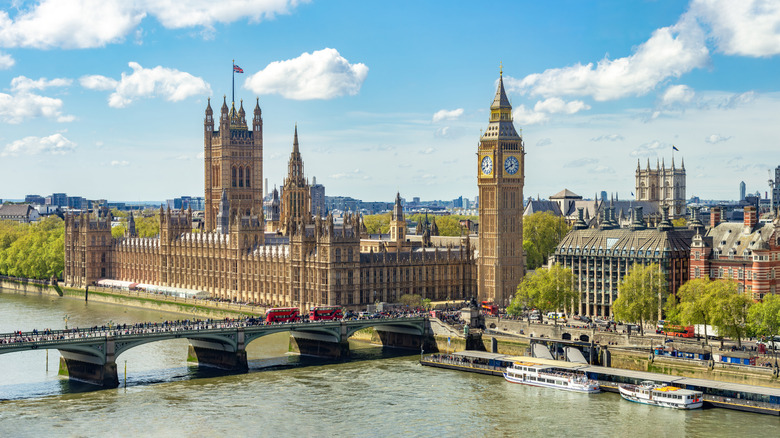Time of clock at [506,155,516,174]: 11:40
